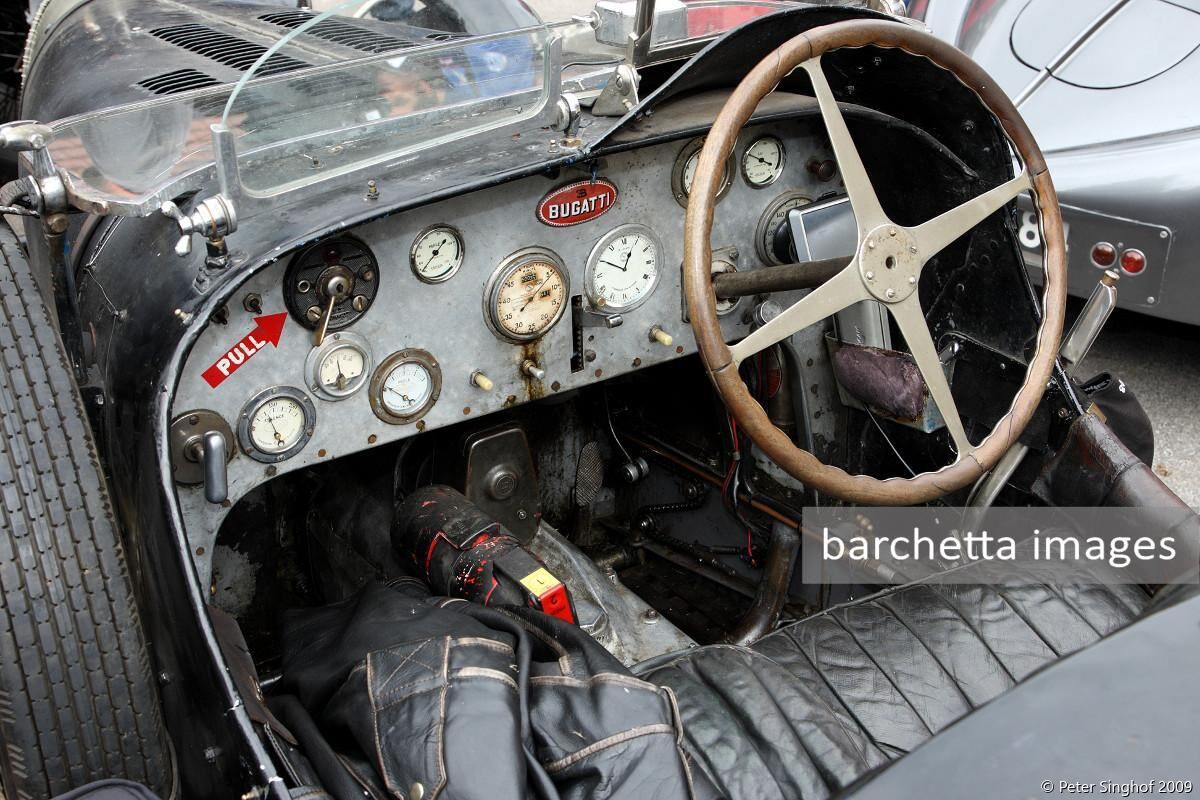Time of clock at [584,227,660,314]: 12:50
